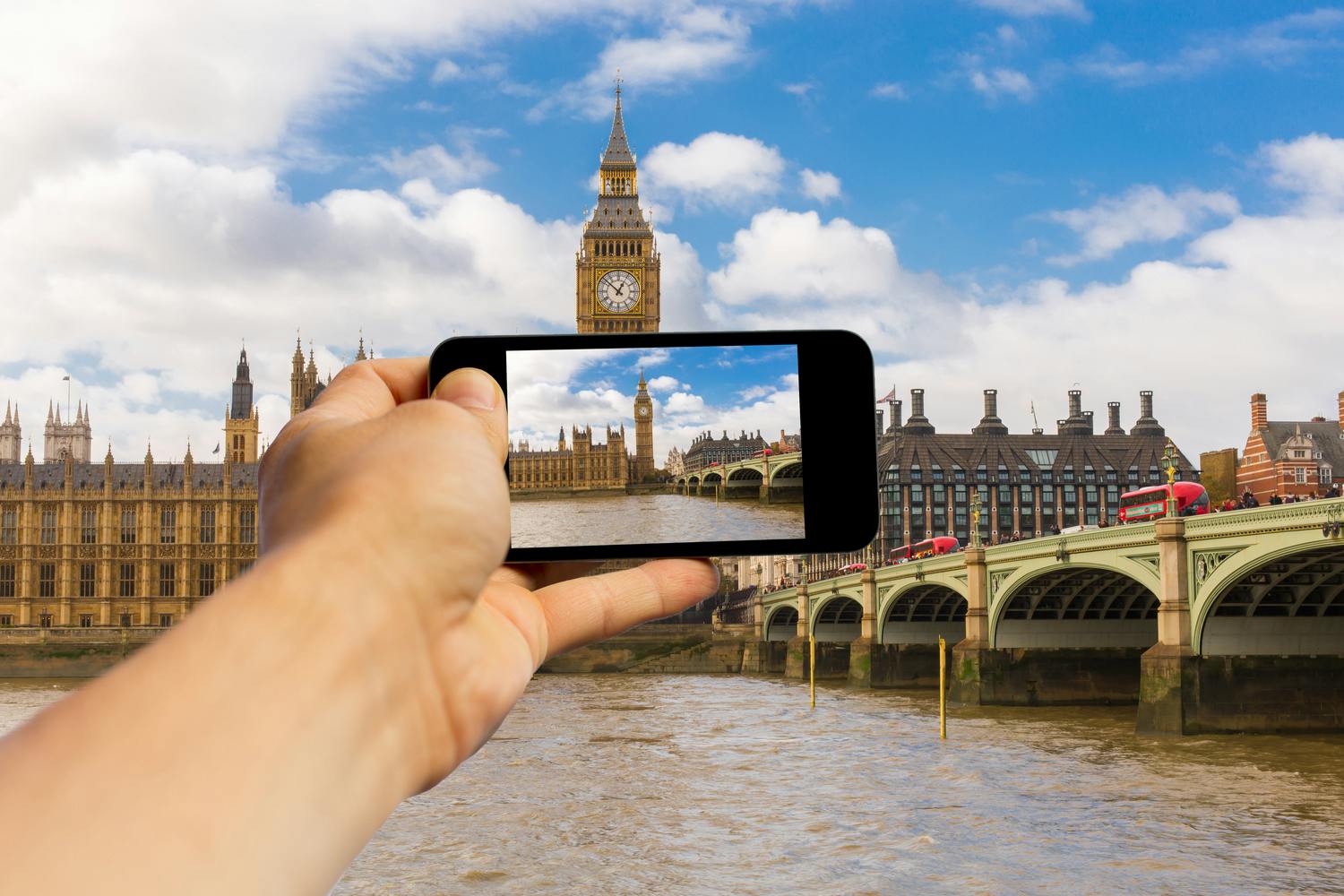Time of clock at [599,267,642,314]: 12:52
